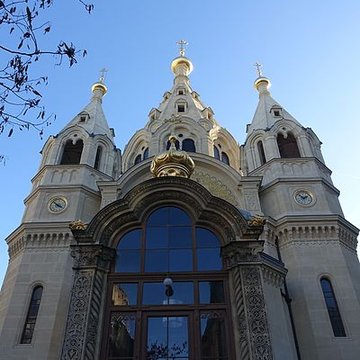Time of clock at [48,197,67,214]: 3:52
